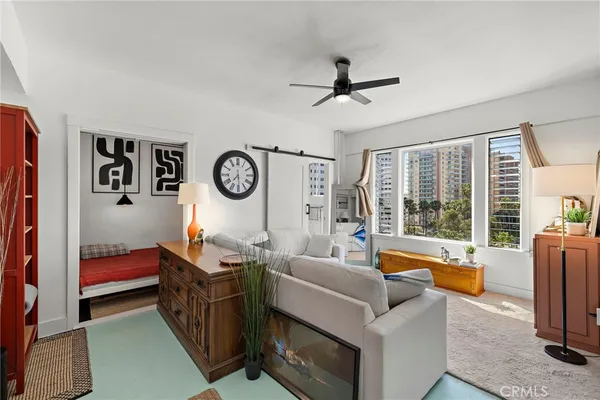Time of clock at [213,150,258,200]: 7:29
